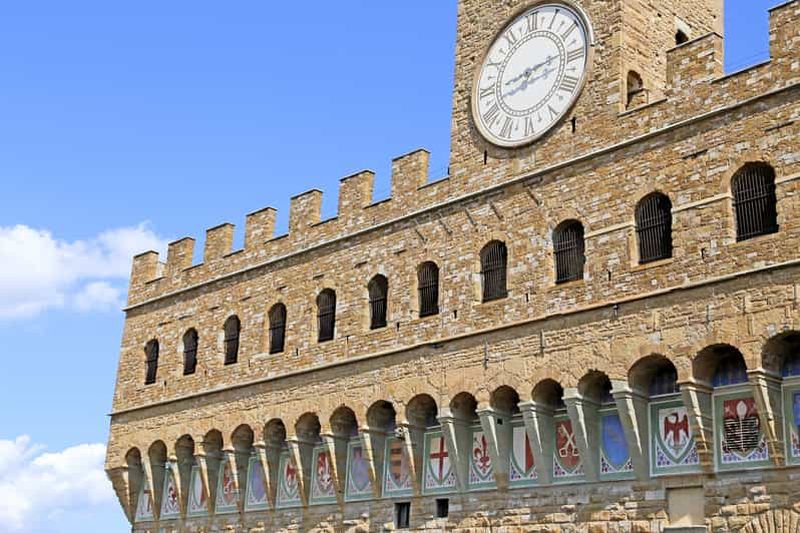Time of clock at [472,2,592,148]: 8:13
